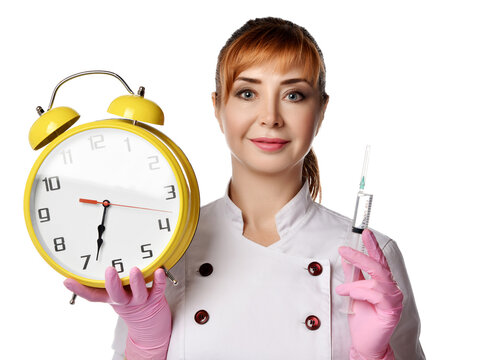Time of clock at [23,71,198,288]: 6:33
